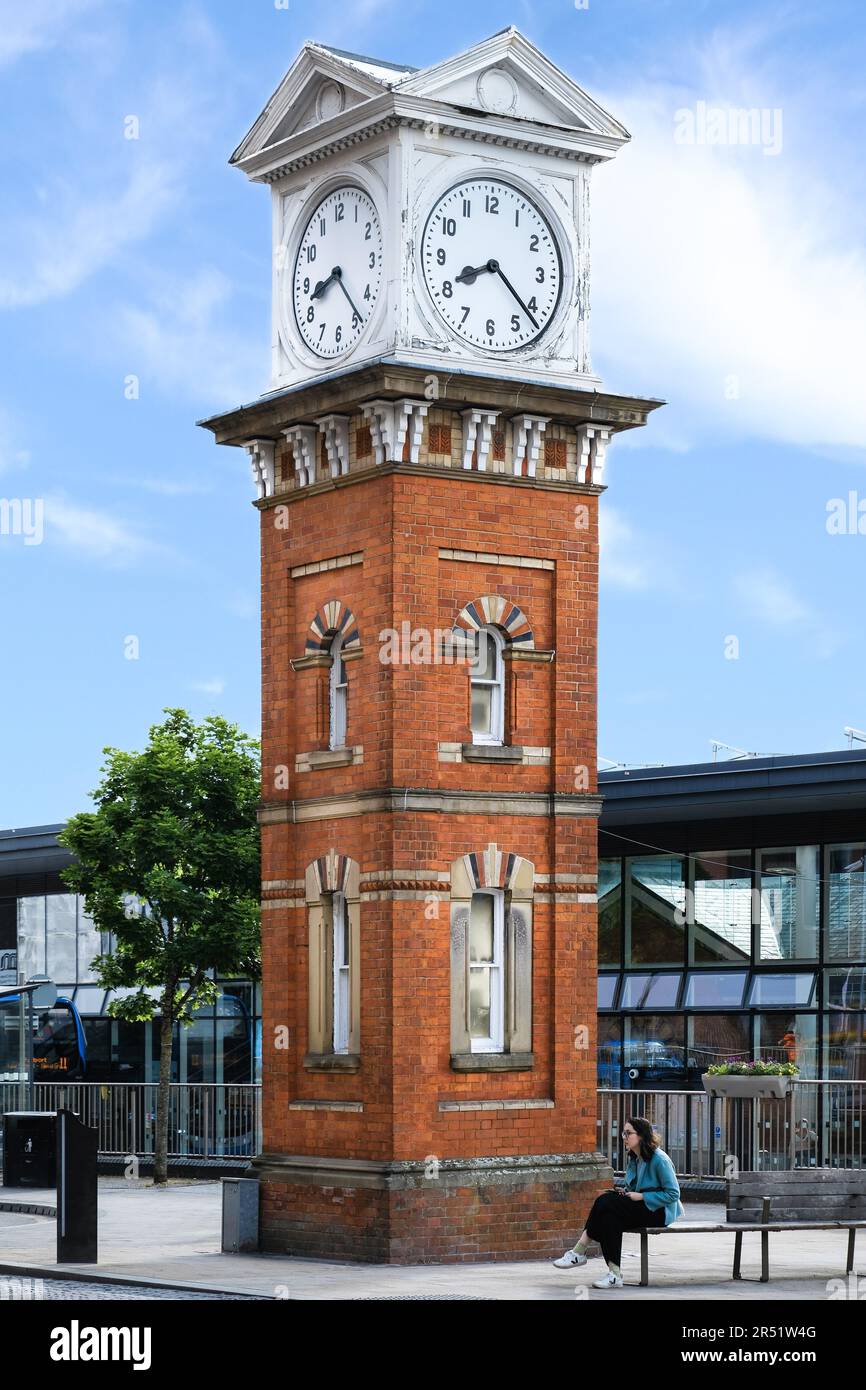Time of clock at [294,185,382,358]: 8:23
